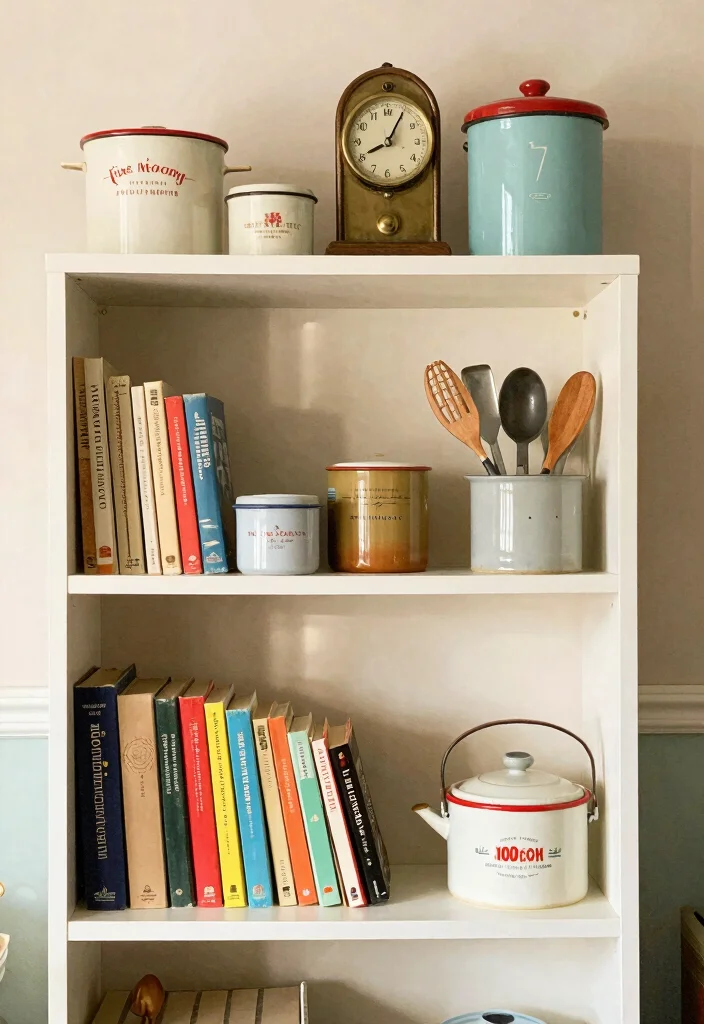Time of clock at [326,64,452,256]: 8:04
